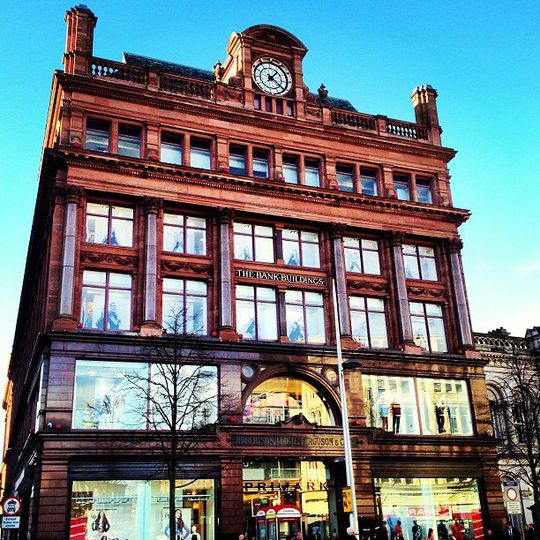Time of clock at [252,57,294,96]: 1:20
